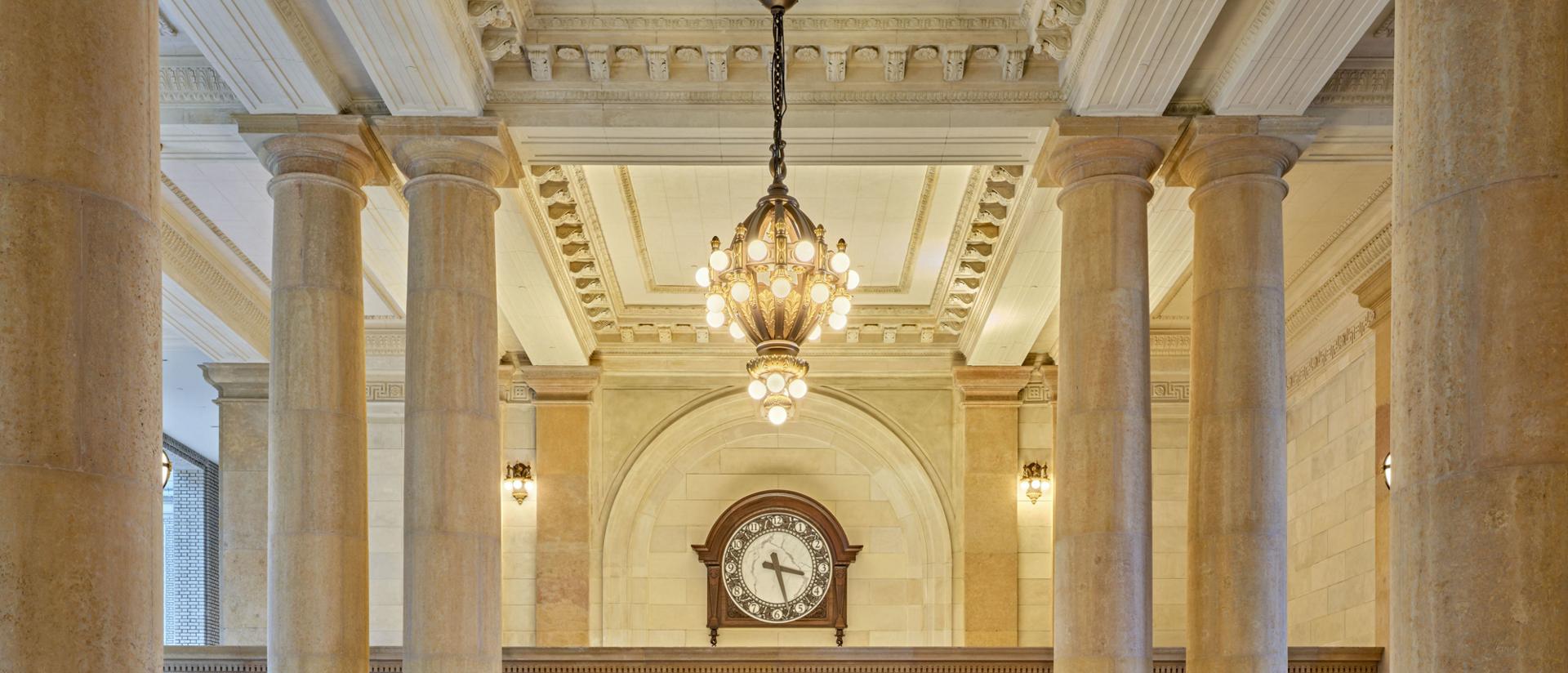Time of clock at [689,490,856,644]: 3:27
